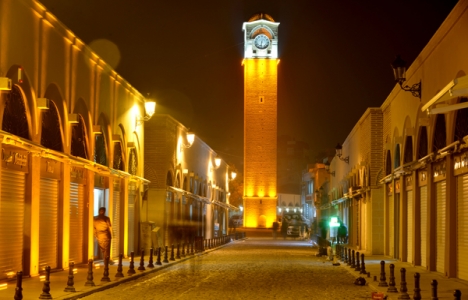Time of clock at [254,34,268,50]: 6:32
